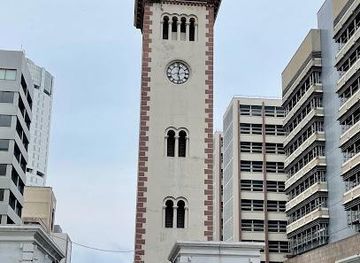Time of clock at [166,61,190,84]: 12:27
